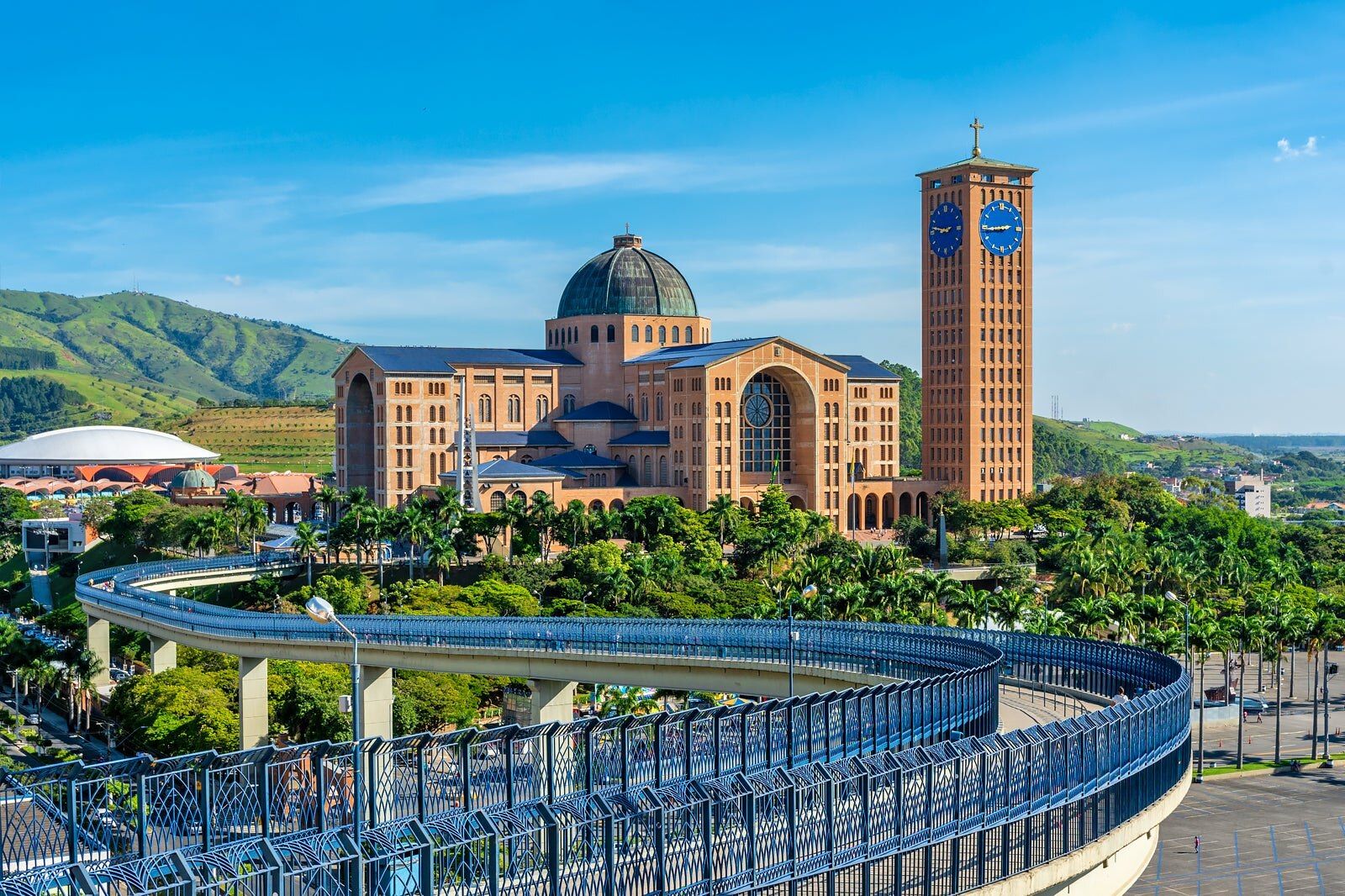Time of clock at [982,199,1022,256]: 2:44
